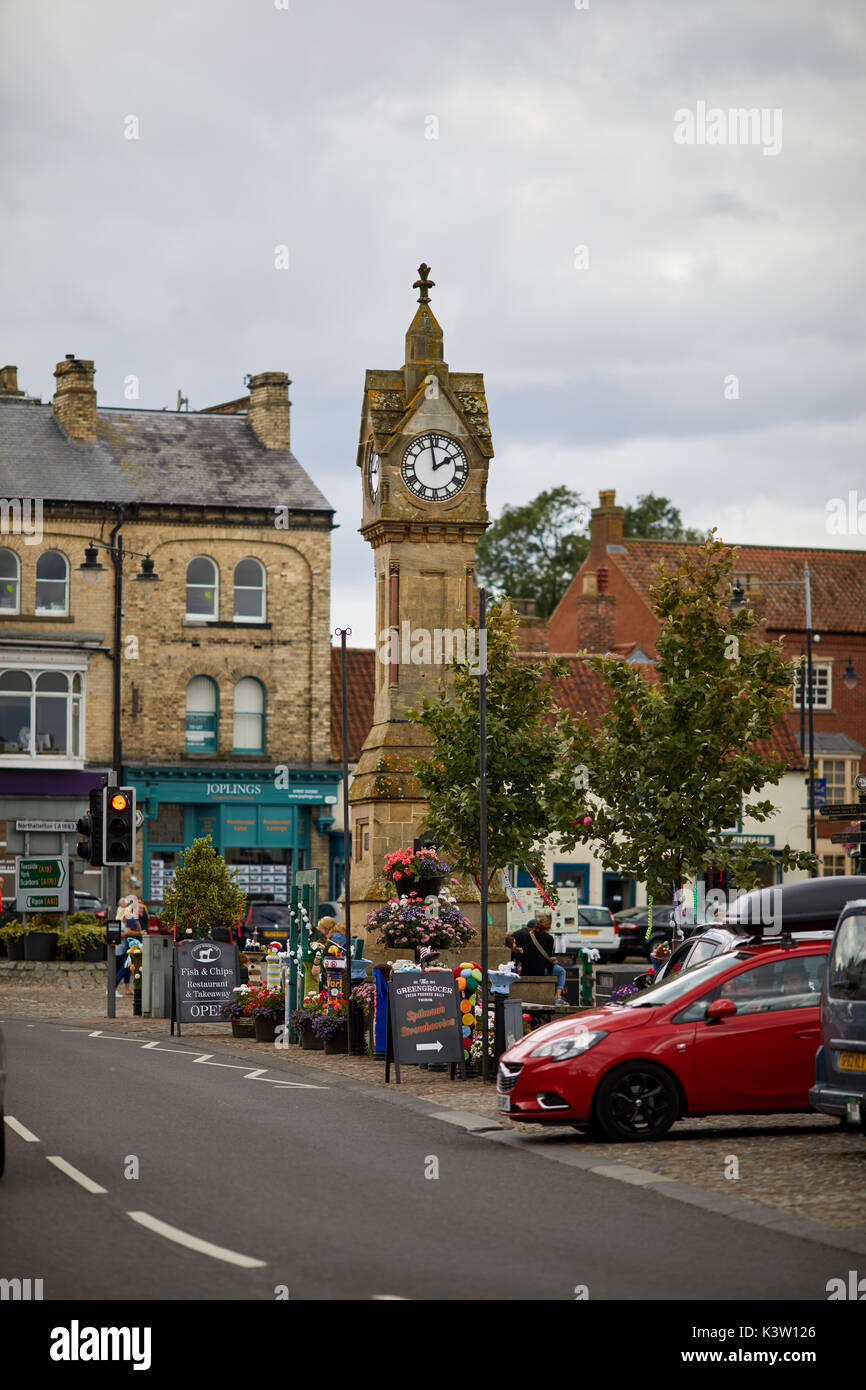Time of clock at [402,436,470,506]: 1:58
